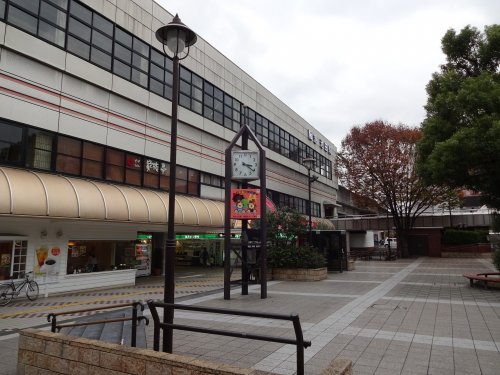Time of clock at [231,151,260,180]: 3:21
